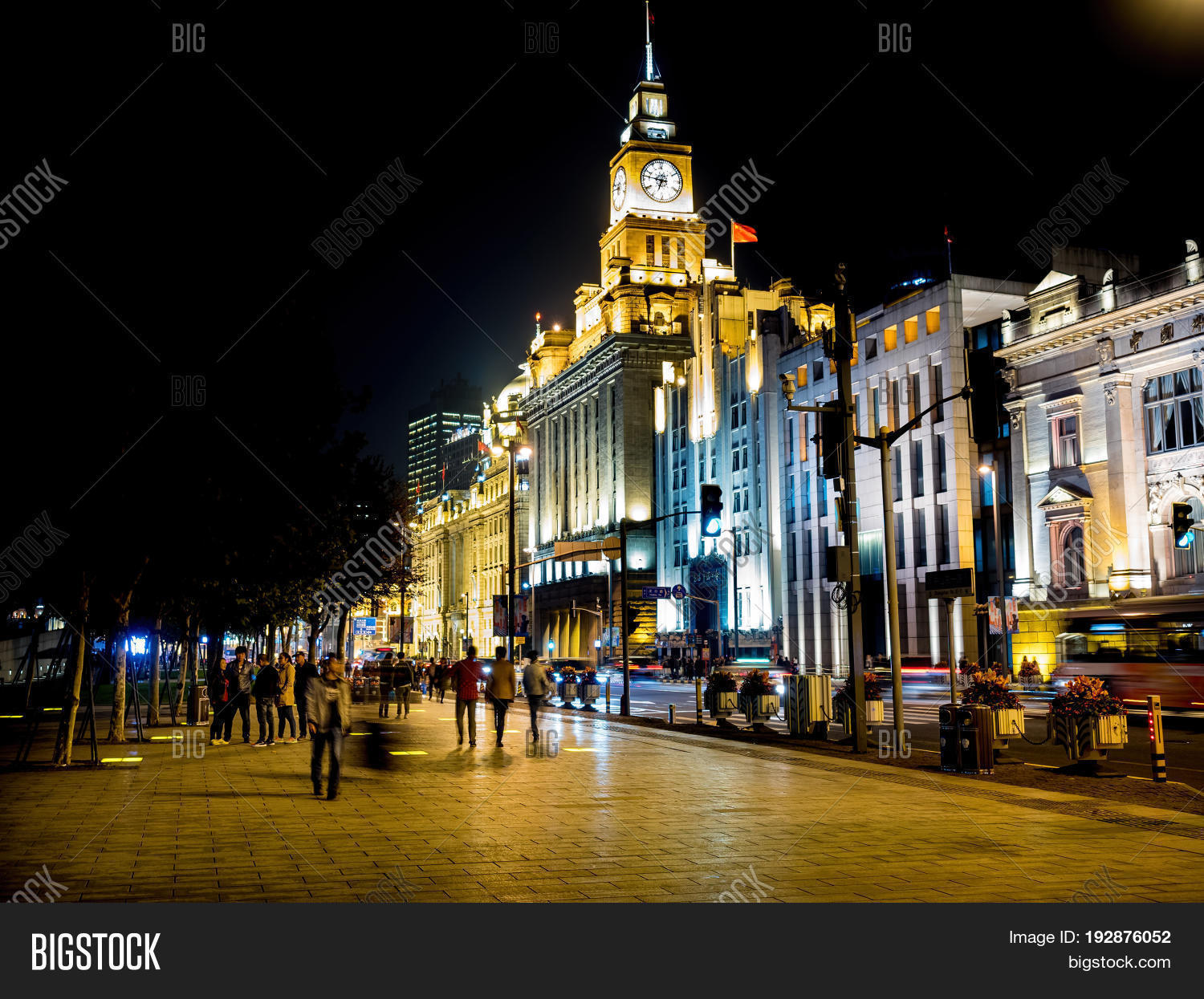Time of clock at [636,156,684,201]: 6:46
